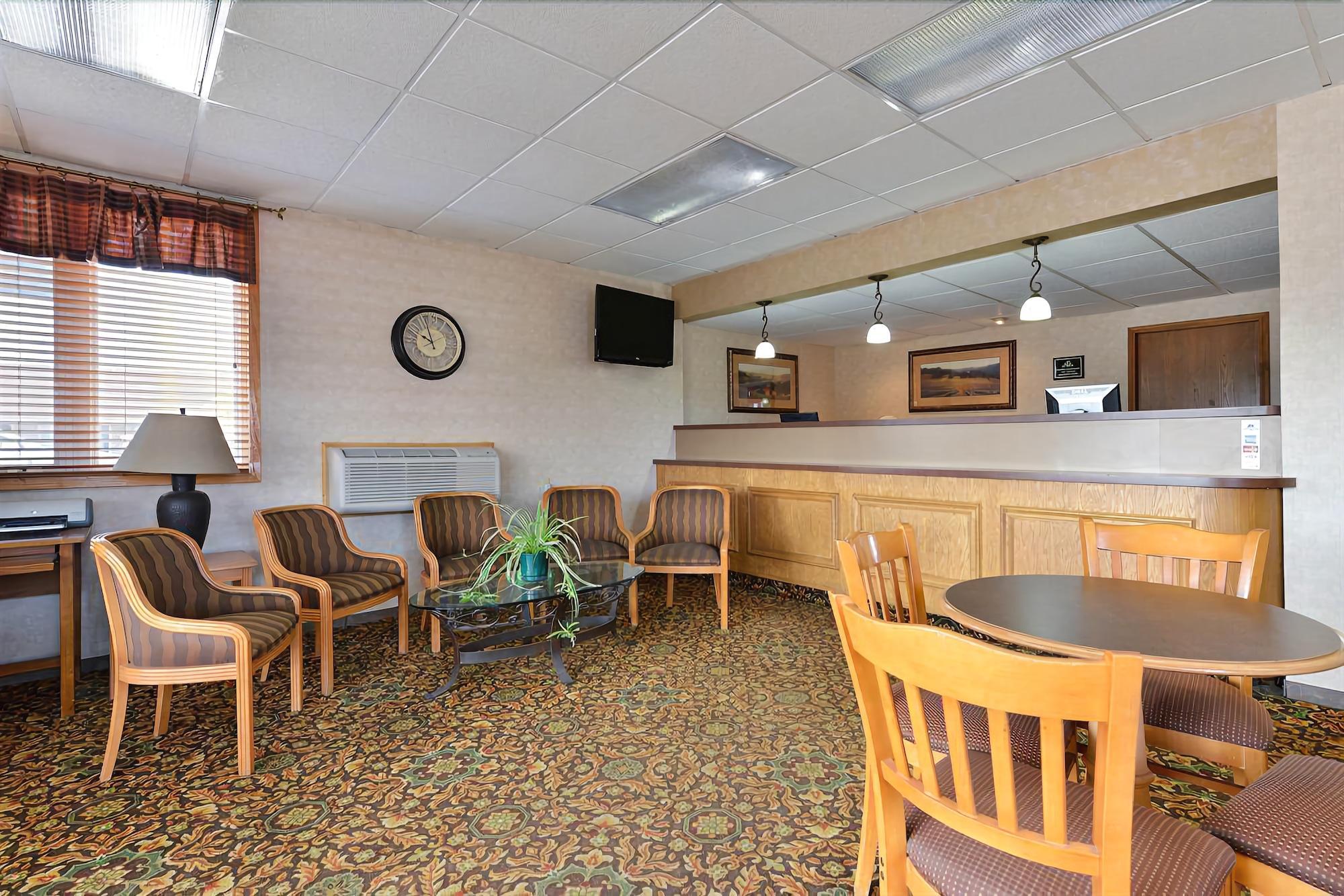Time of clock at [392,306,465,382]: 9:56
